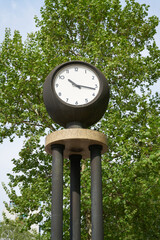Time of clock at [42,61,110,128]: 10:17
